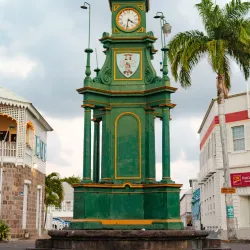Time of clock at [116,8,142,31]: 4:31
